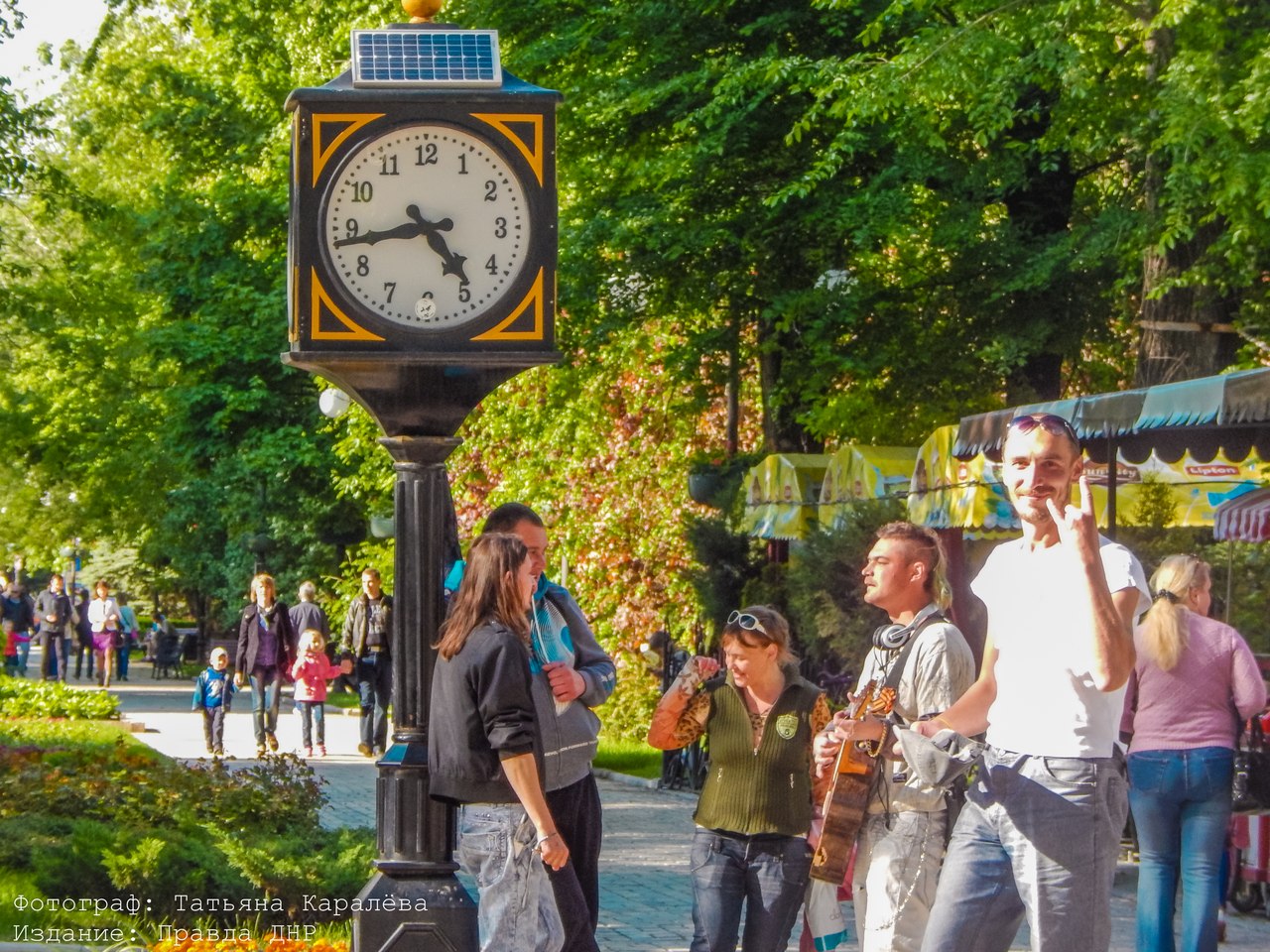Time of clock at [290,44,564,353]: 4:43
